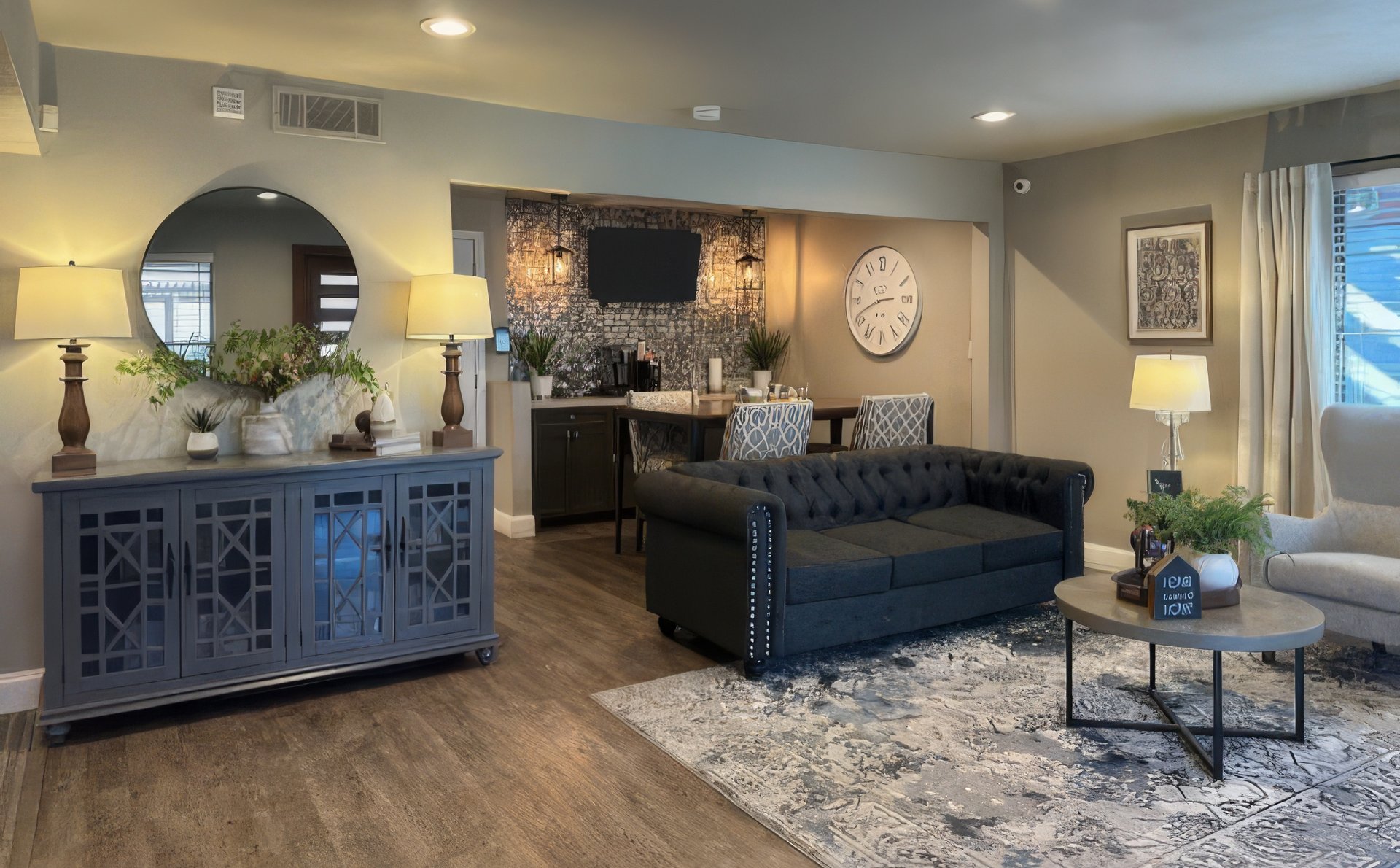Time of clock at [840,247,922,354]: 2:41
